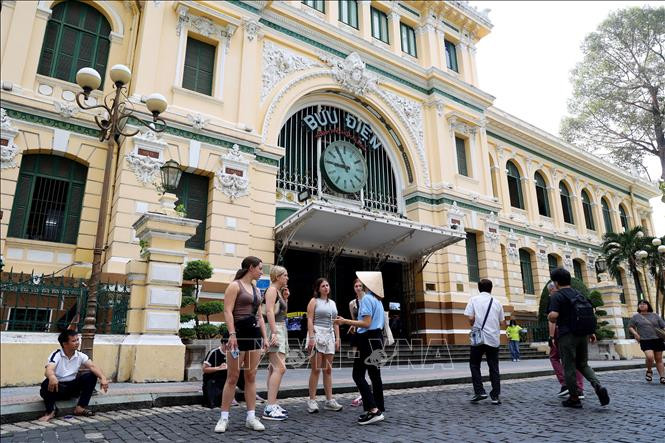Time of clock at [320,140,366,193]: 10:45
